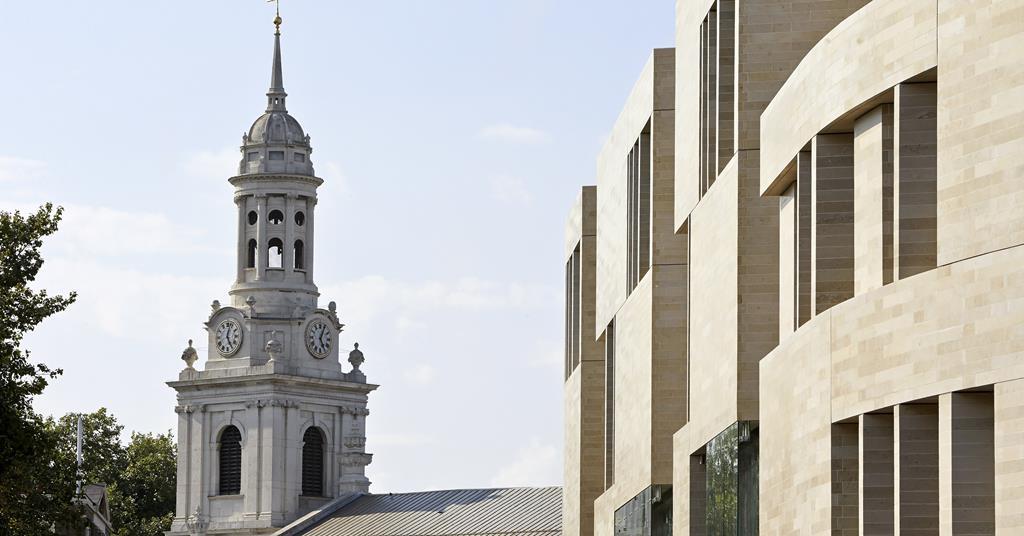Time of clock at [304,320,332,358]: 5:04
